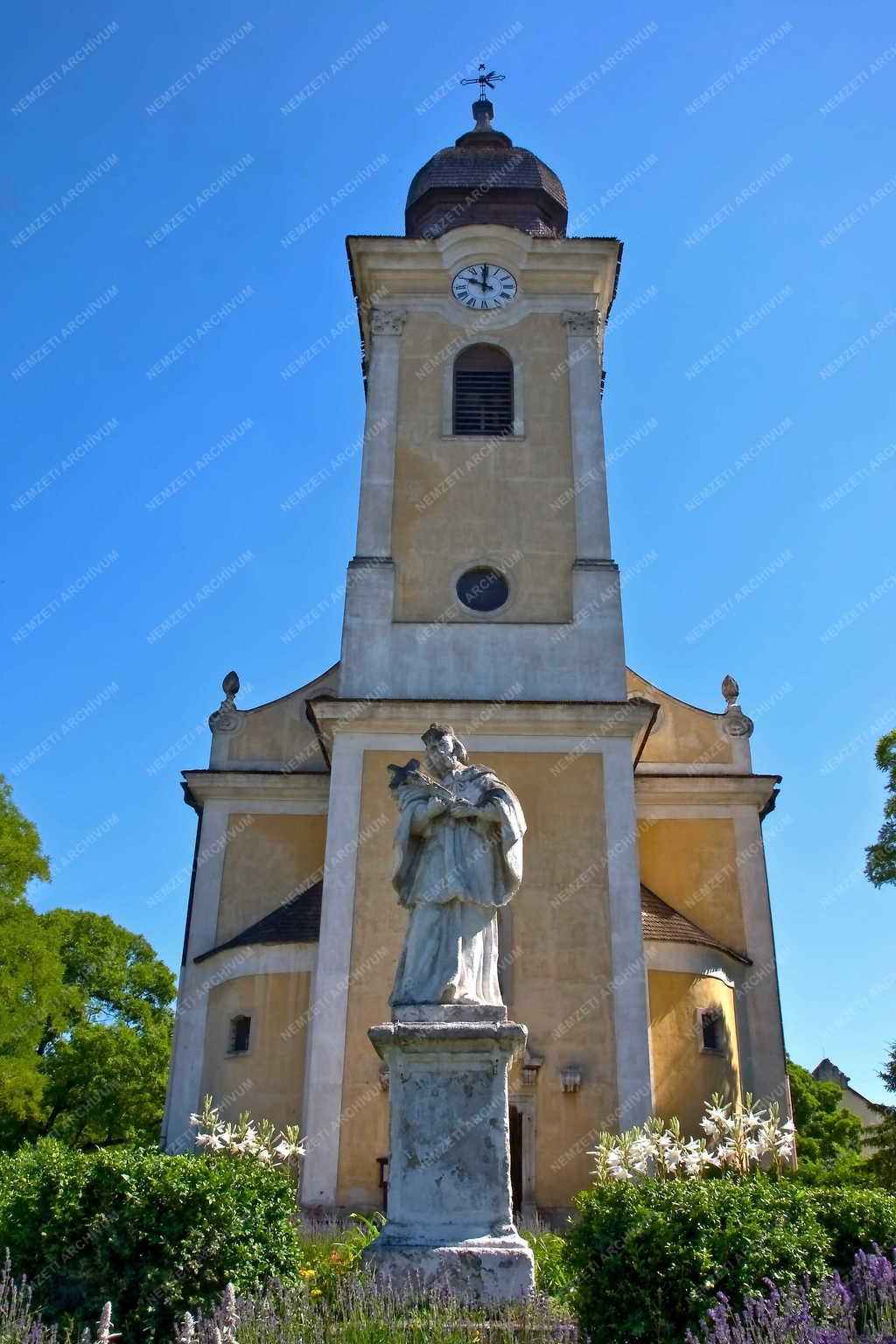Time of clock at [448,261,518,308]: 10:00
